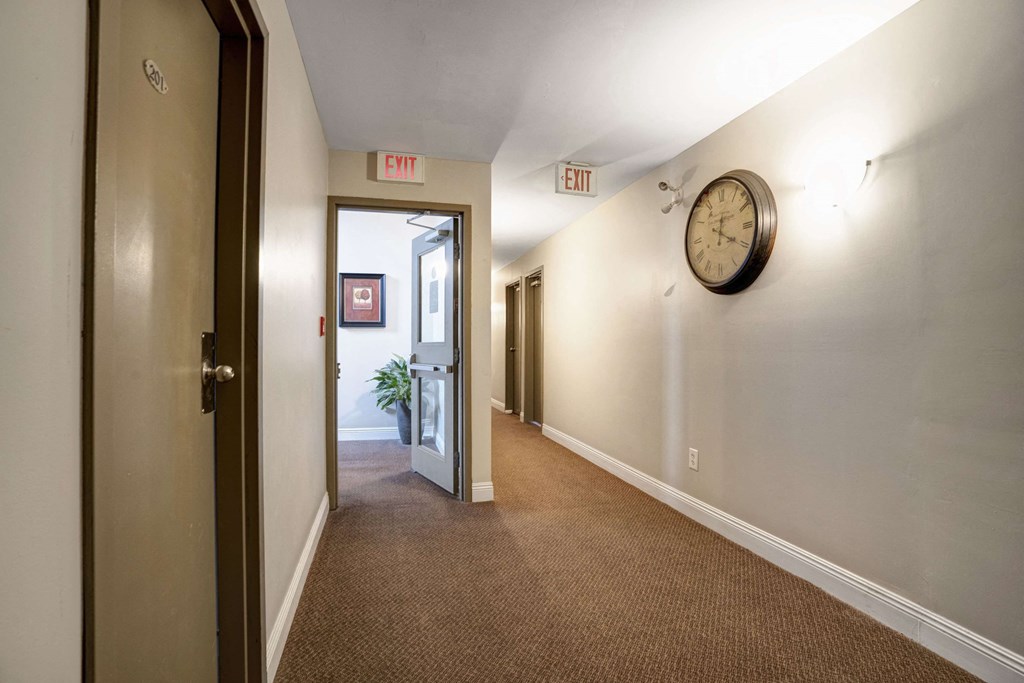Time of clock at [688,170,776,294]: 12:19
